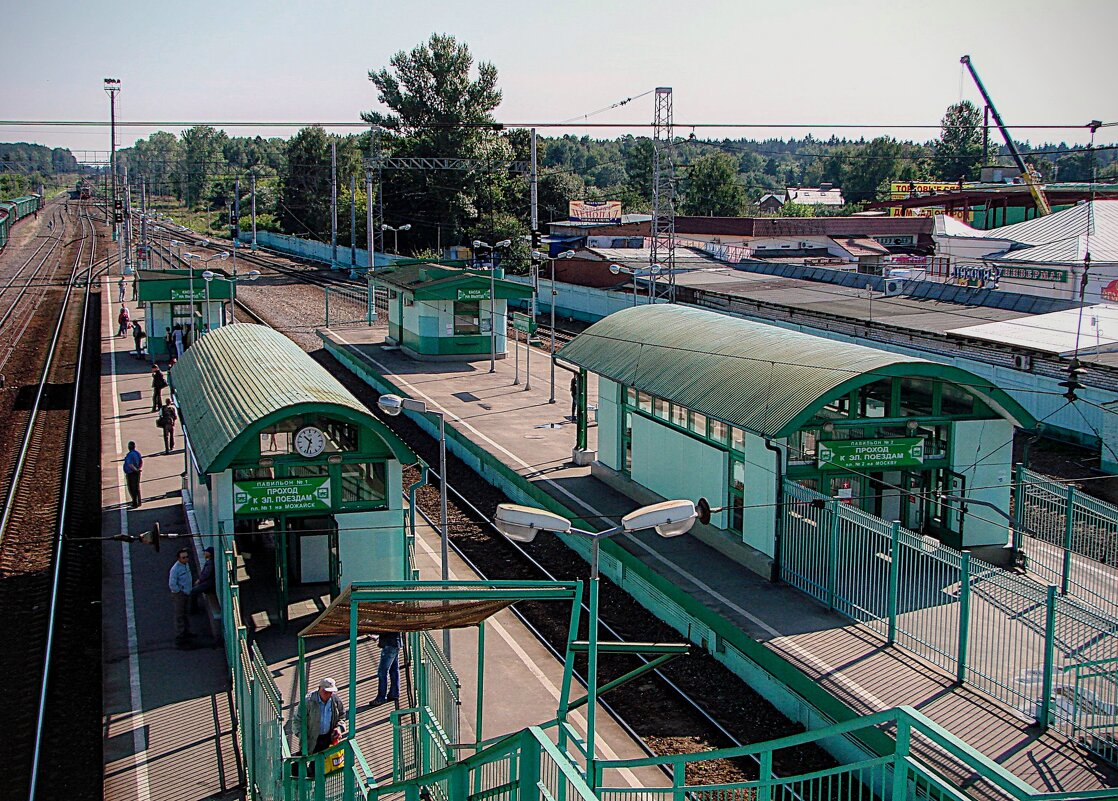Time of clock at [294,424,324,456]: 10:33
